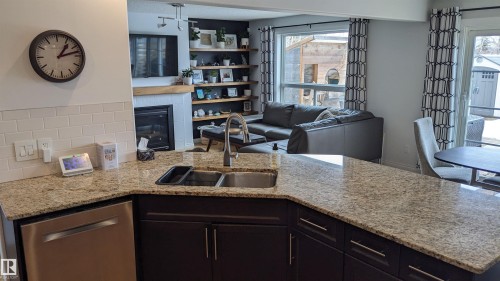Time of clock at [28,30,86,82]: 1:12
